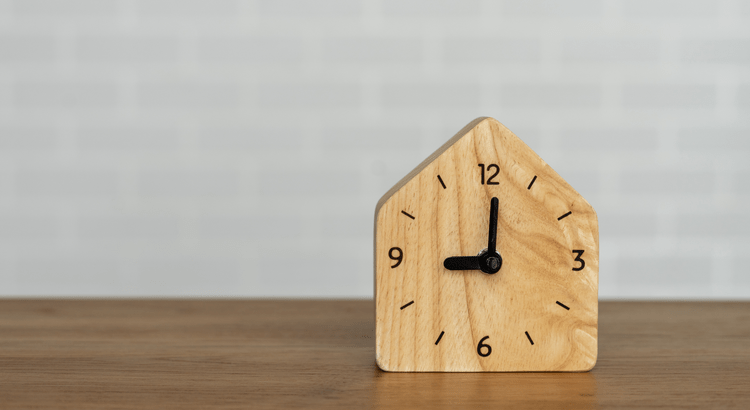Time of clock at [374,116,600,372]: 9:01
